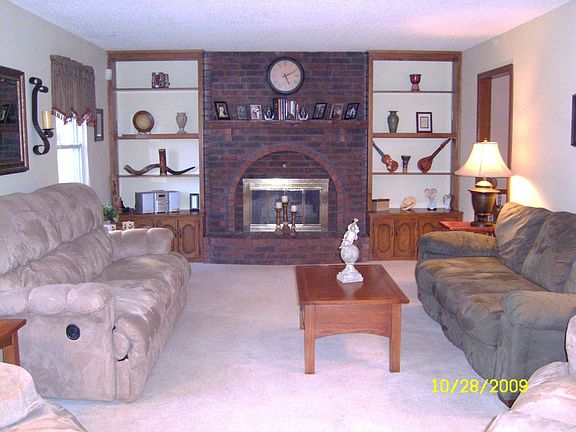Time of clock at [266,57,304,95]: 5:11
